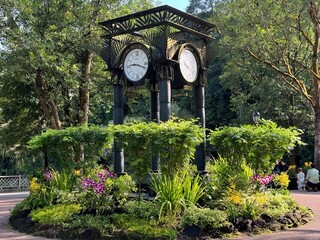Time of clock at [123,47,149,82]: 9:18
